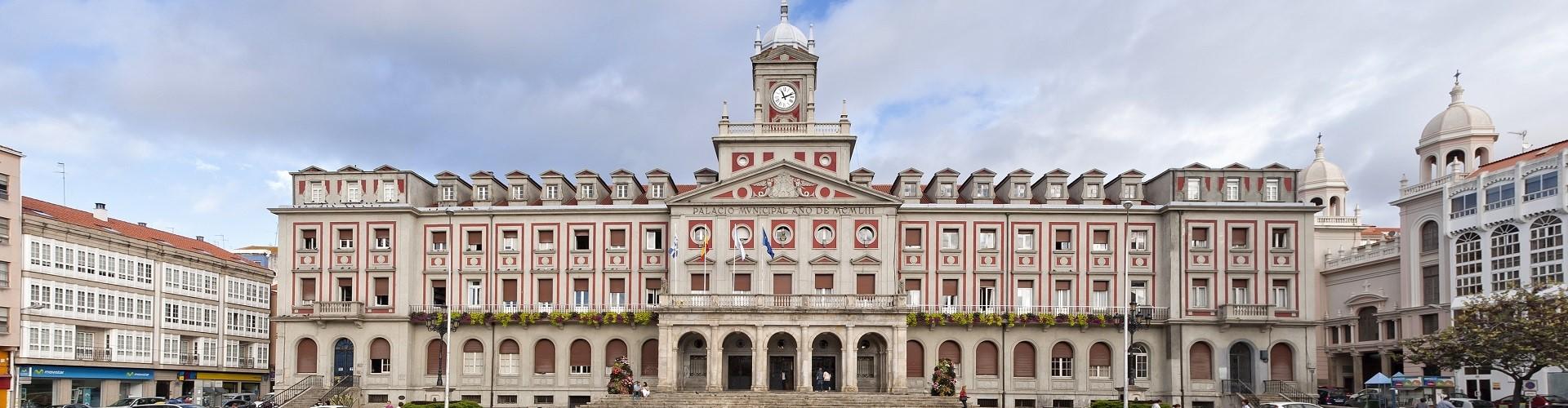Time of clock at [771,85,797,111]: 11:11
